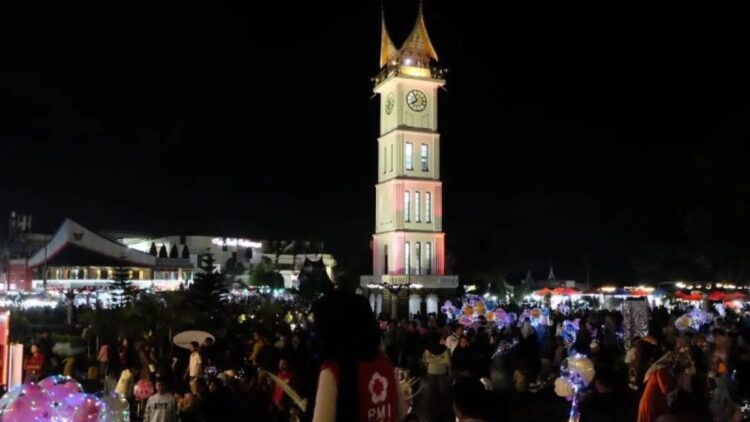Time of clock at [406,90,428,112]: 7:55
